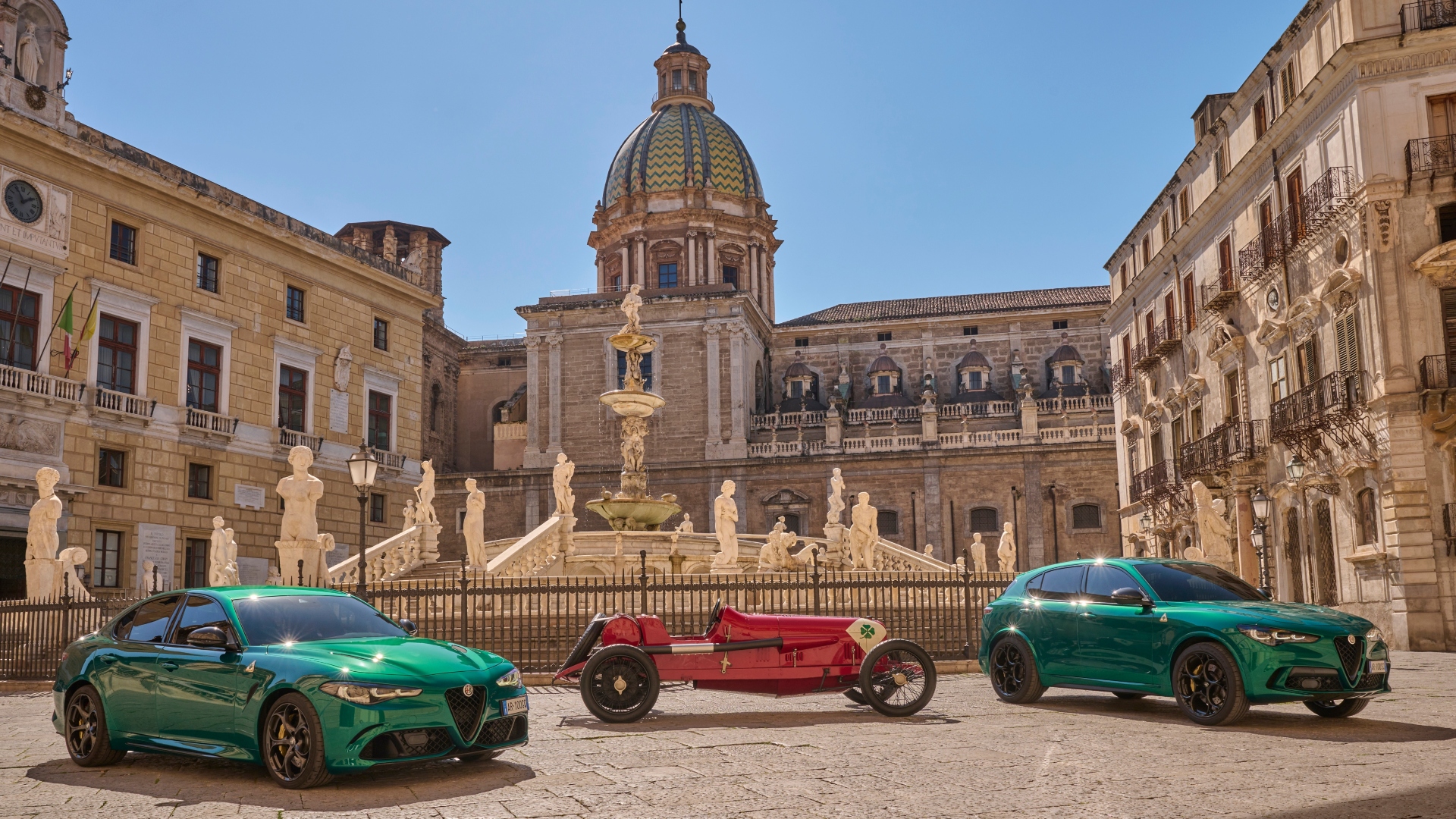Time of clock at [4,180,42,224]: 1:54
